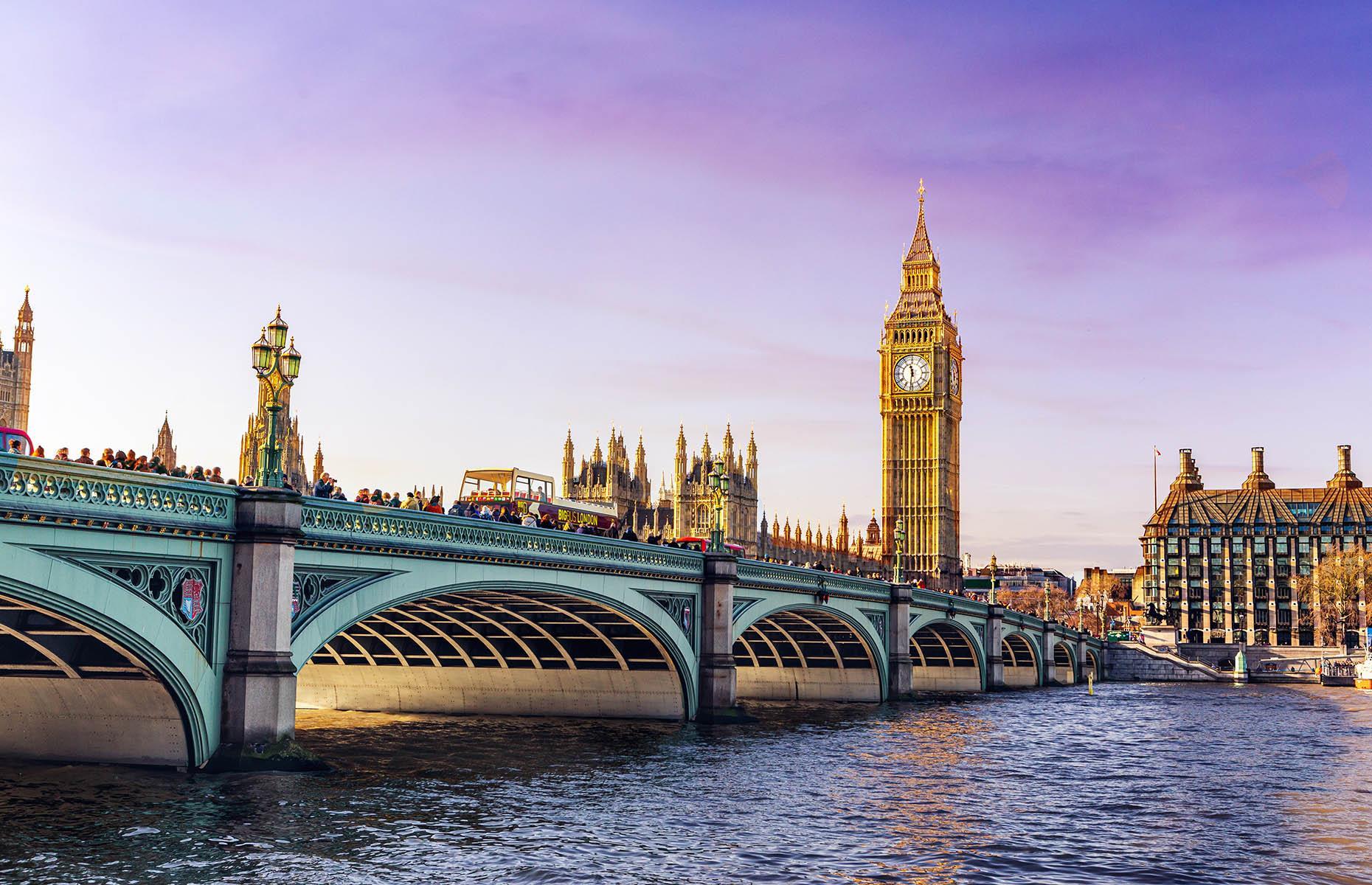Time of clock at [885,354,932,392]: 11:31
